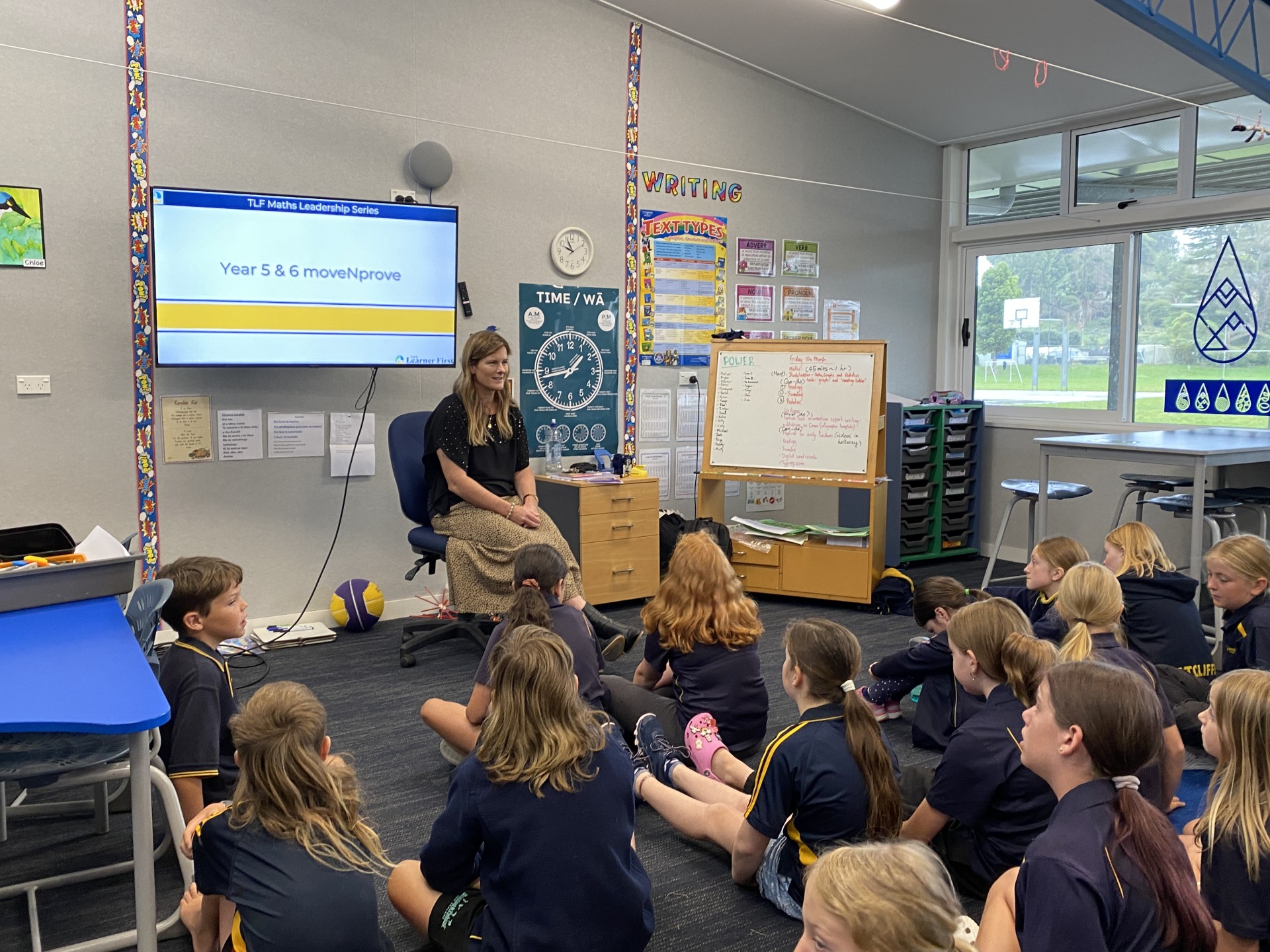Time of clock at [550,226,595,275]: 9:55
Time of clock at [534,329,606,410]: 1:43
